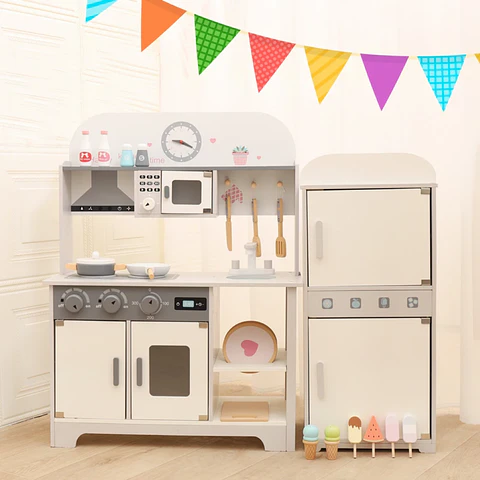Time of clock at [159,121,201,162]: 9:19
